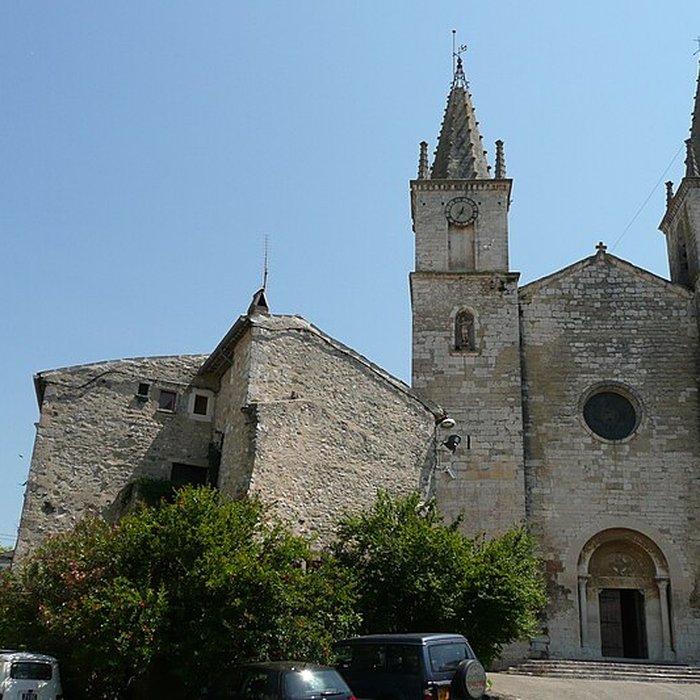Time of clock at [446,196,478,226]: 12:35
